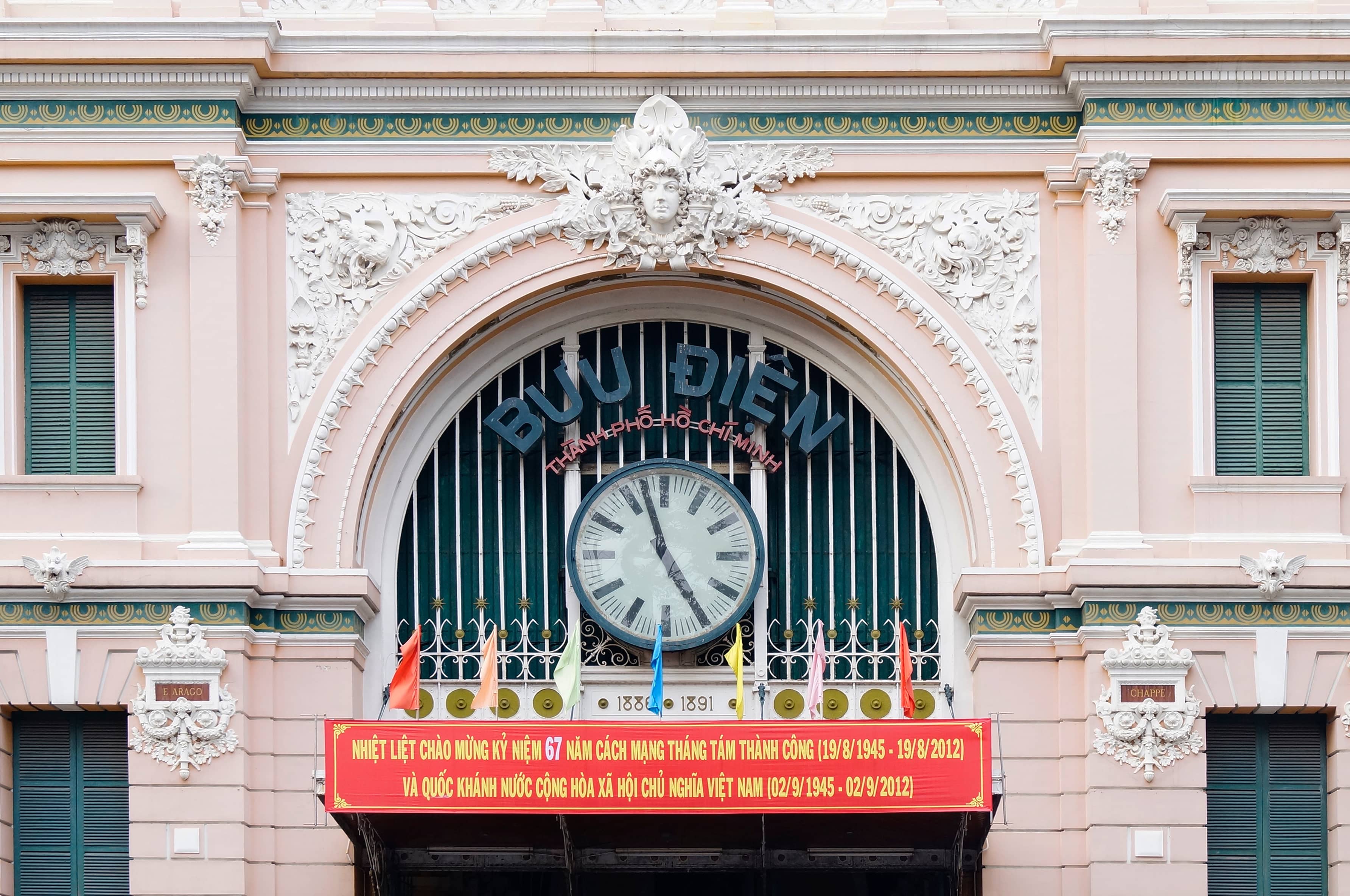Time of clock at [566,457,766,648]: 4:57
